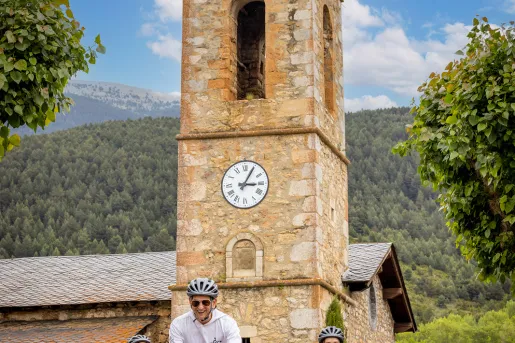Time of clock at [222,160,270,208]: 3:04
